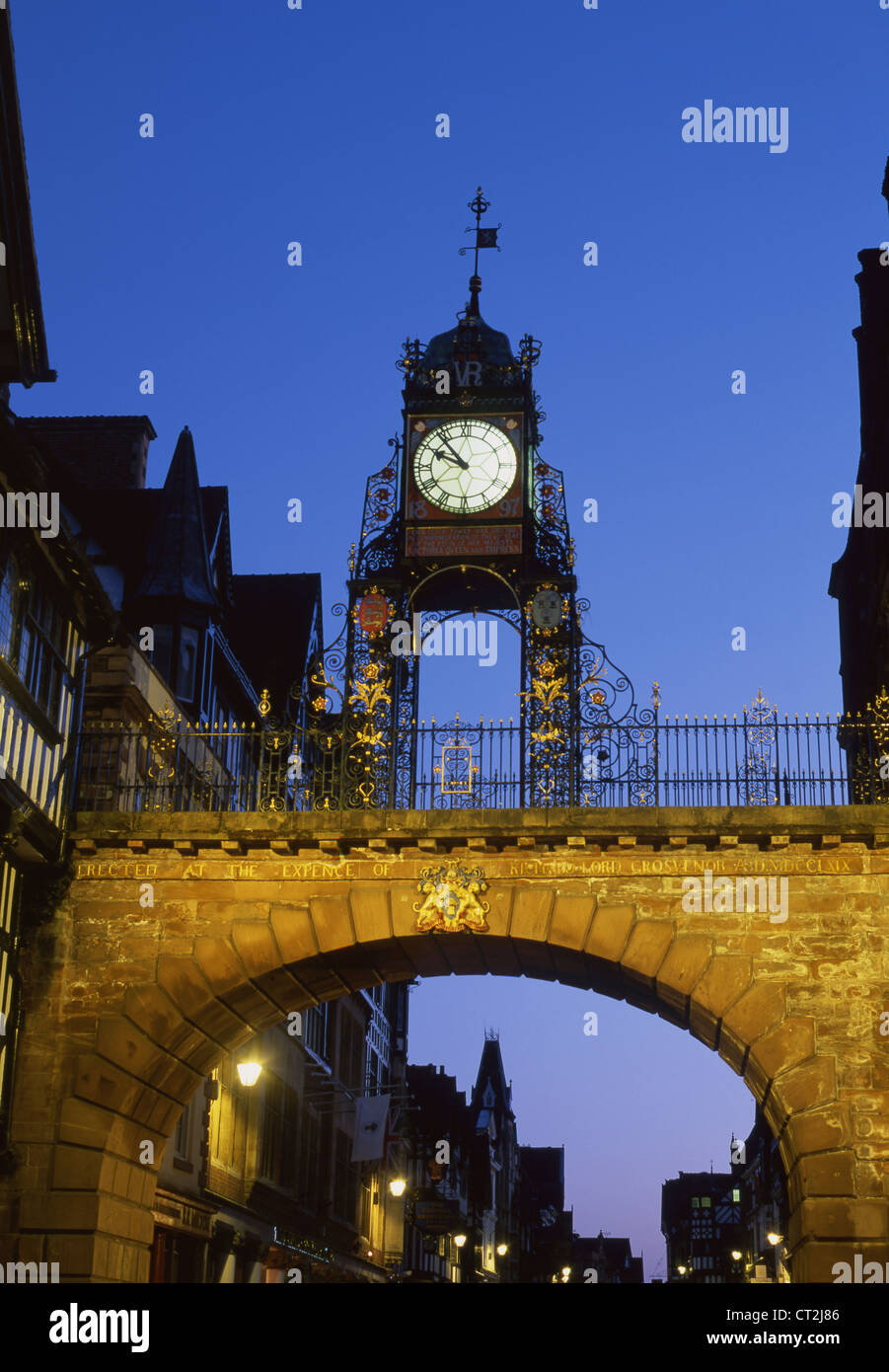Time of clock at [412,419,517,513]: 9:53
